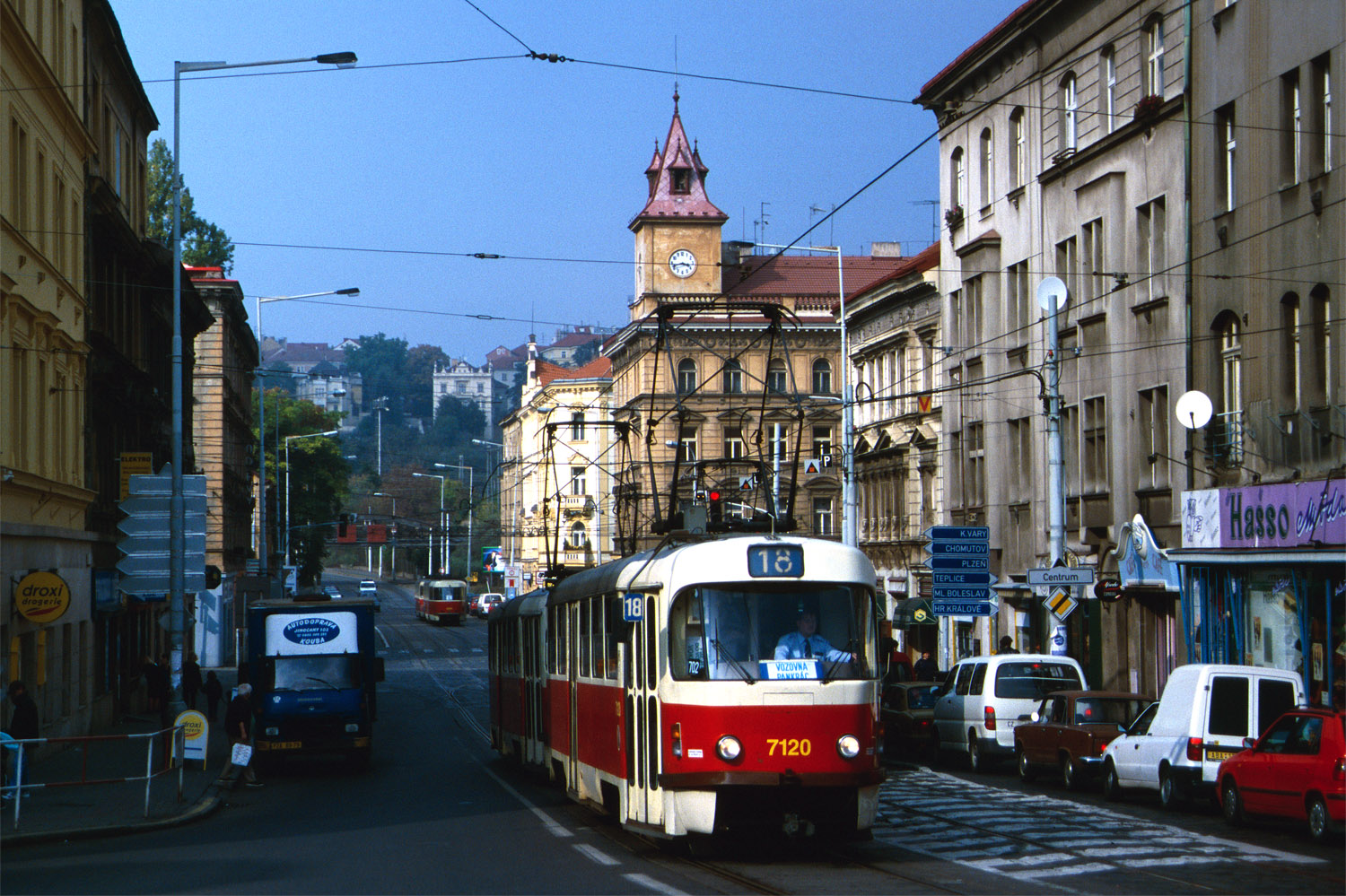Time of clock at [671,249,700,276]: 3:42
